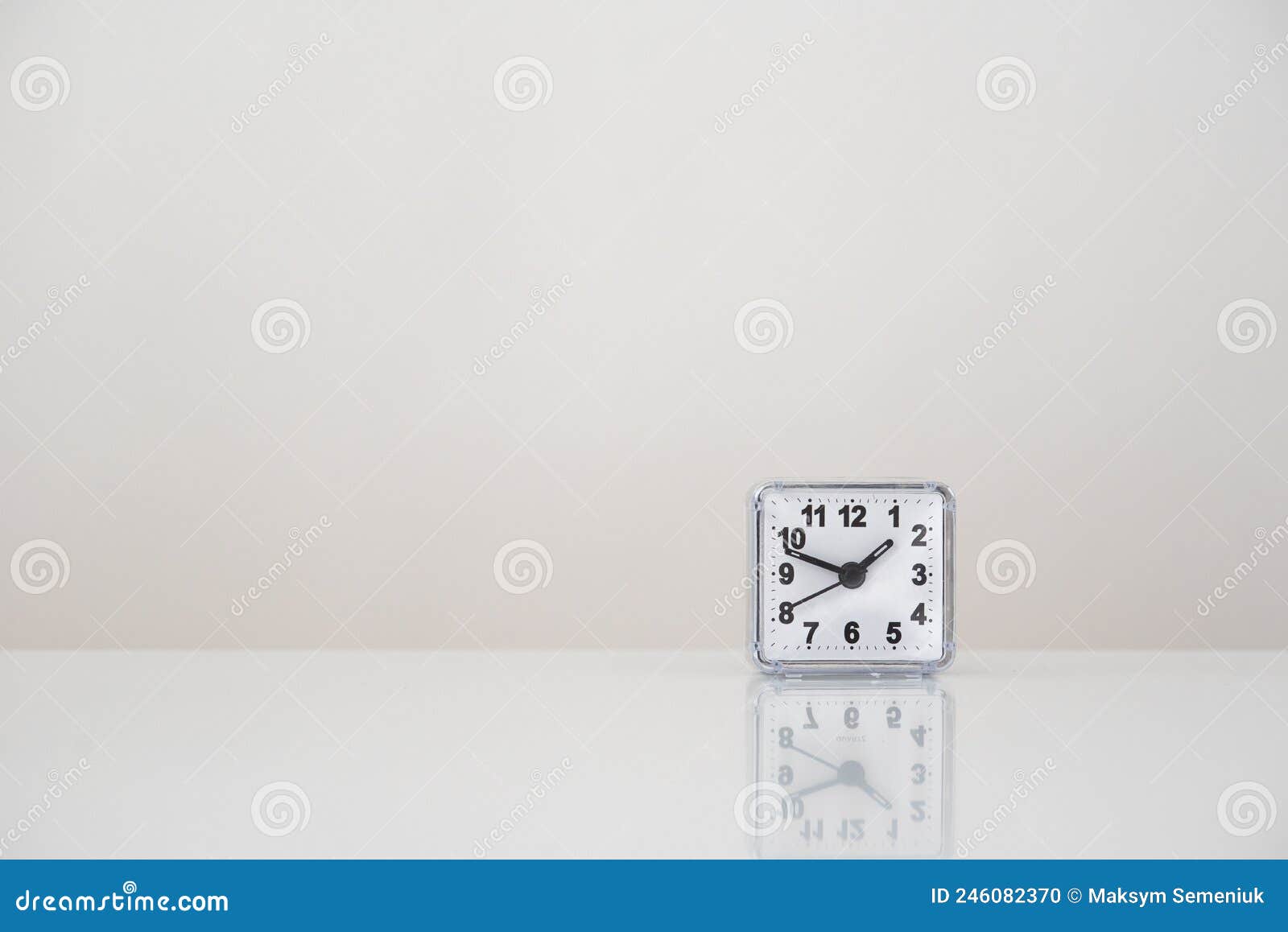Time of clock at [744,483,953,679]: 1:48
